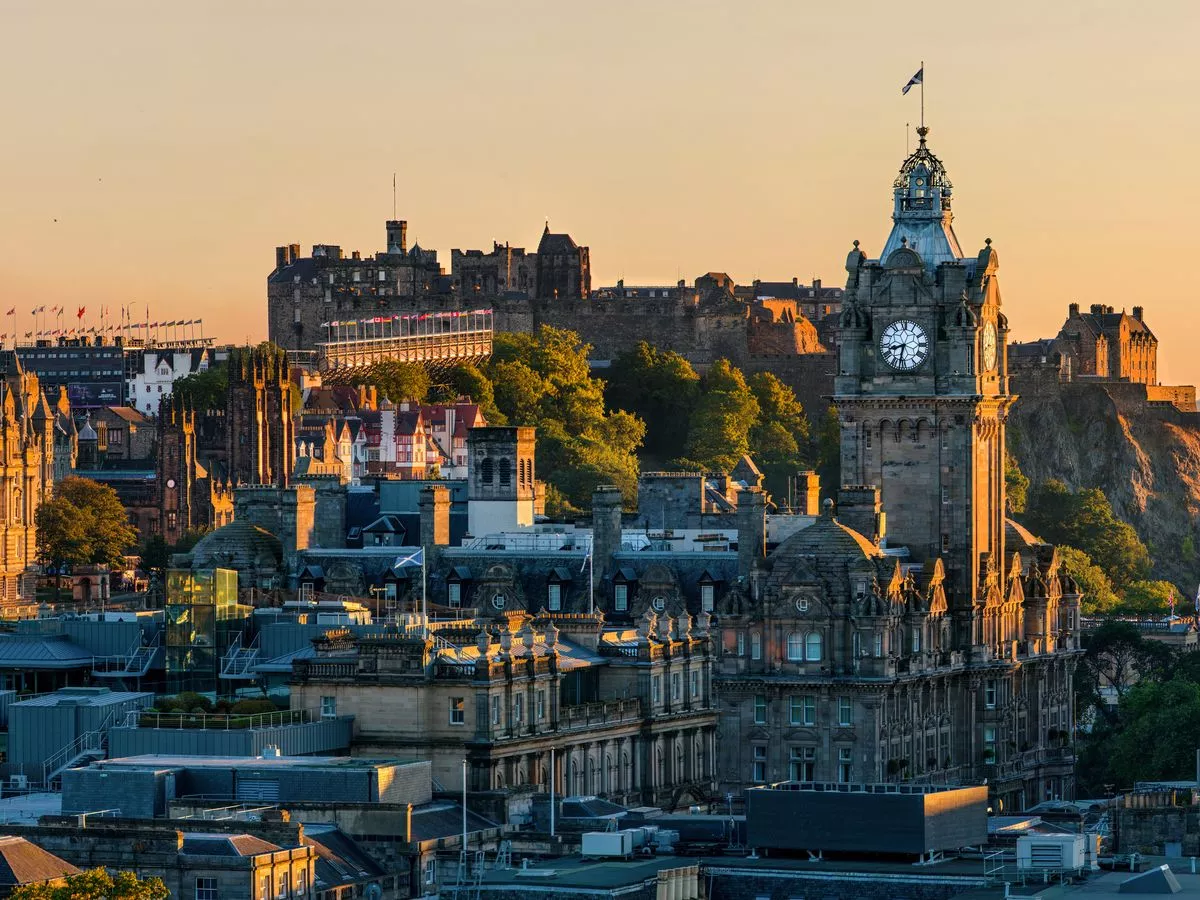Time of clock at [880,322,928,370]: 8:32
